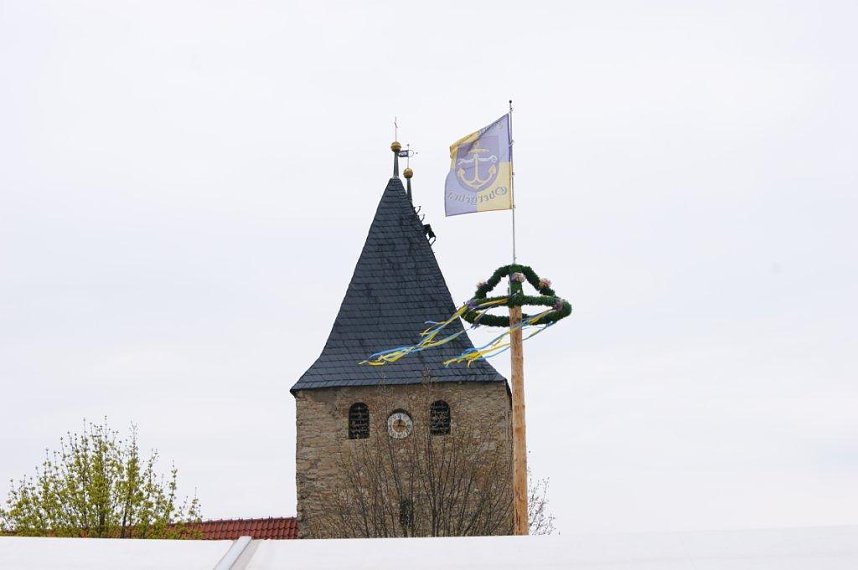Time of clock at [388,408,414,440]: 12:16
